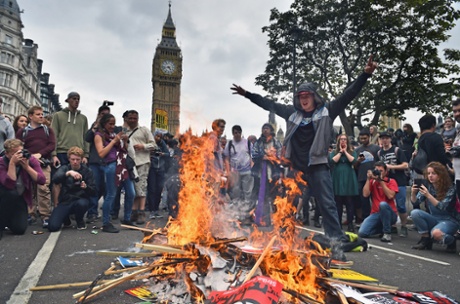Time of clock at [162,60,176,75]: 4:42
